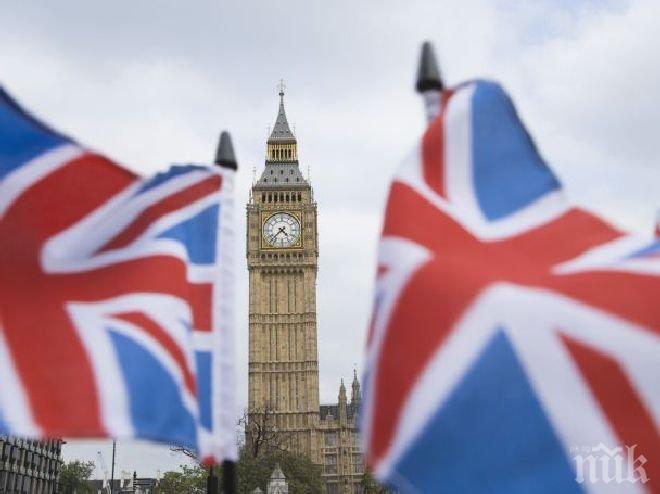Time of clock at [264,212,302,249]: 4:37
